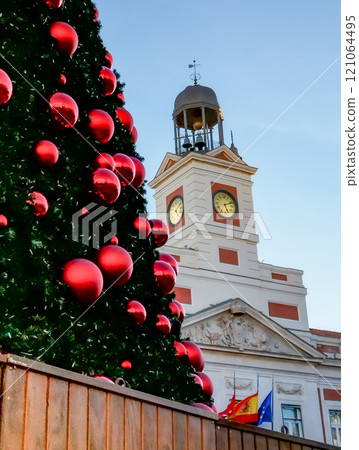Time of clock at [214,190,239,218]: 5:11
